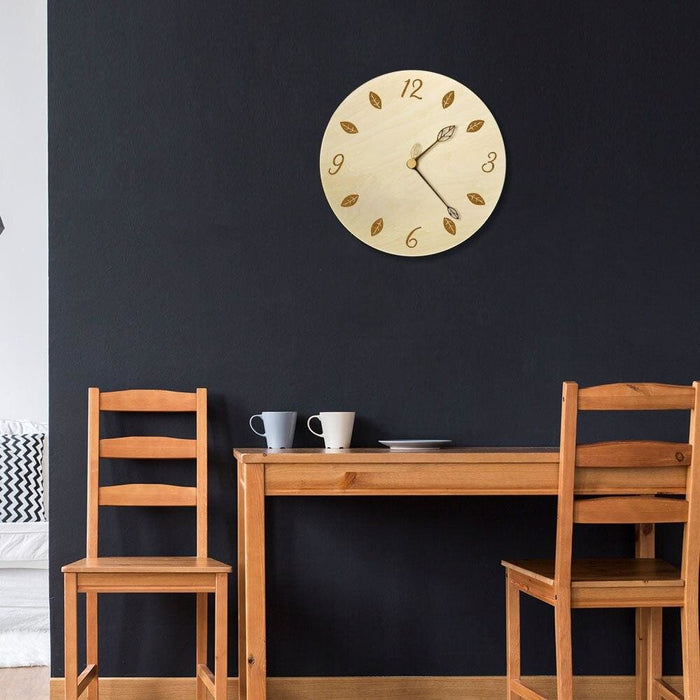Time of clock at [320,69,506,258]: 1:23
